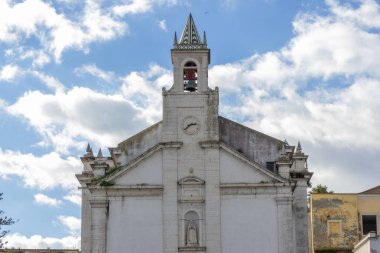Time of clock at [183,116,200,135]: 2:38
